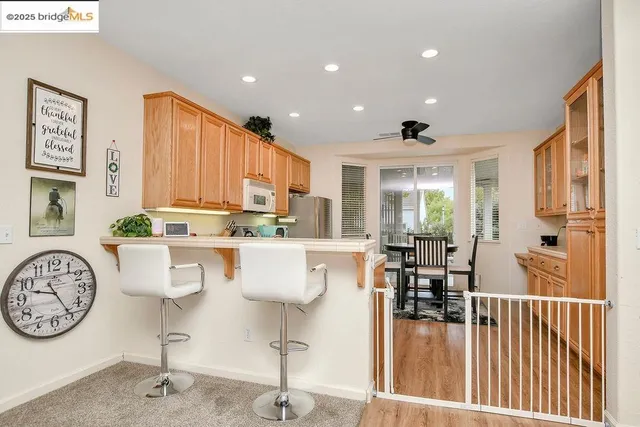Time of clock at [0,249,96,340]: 9:24
